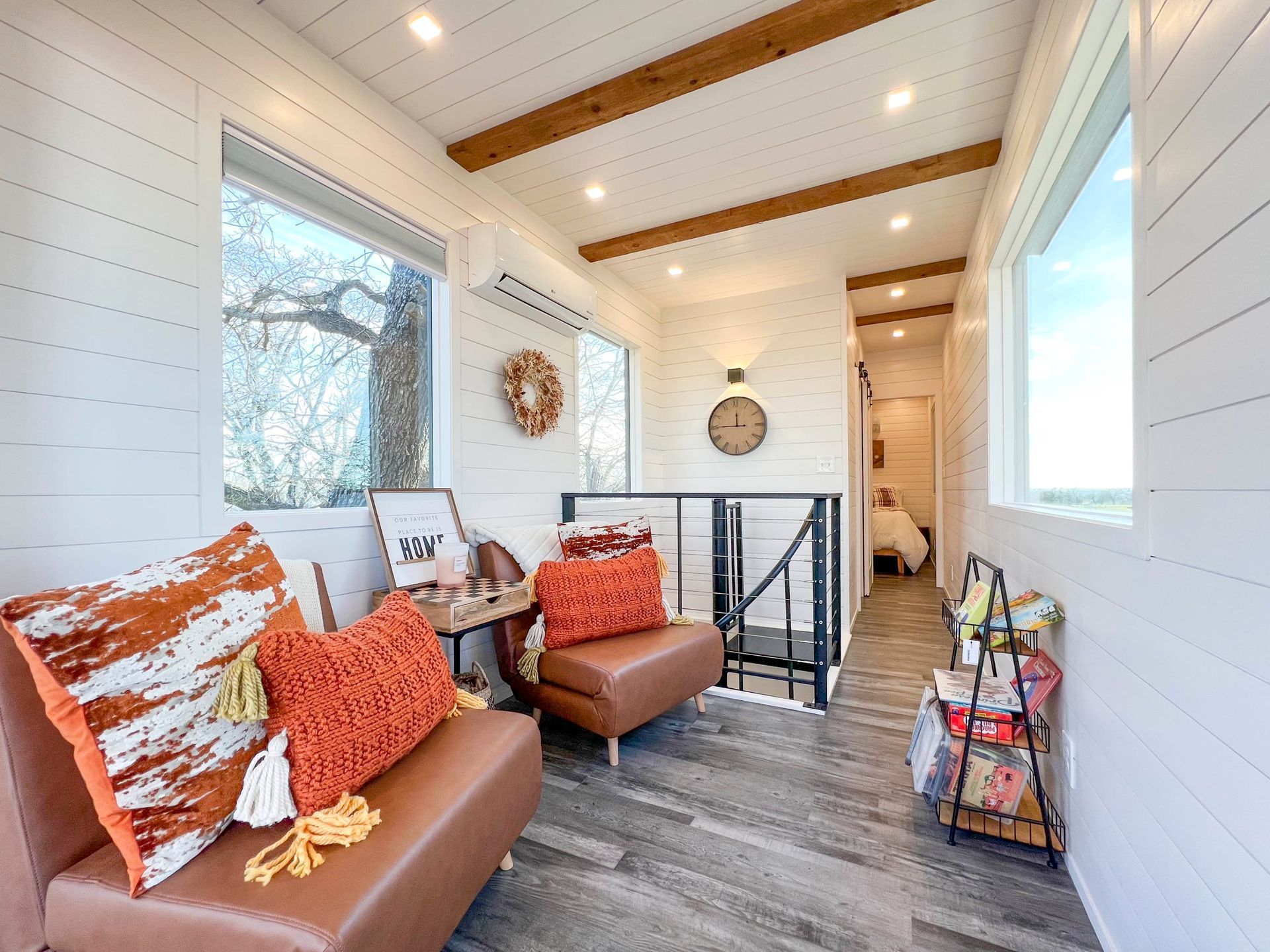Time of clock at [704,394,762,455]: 11:45
